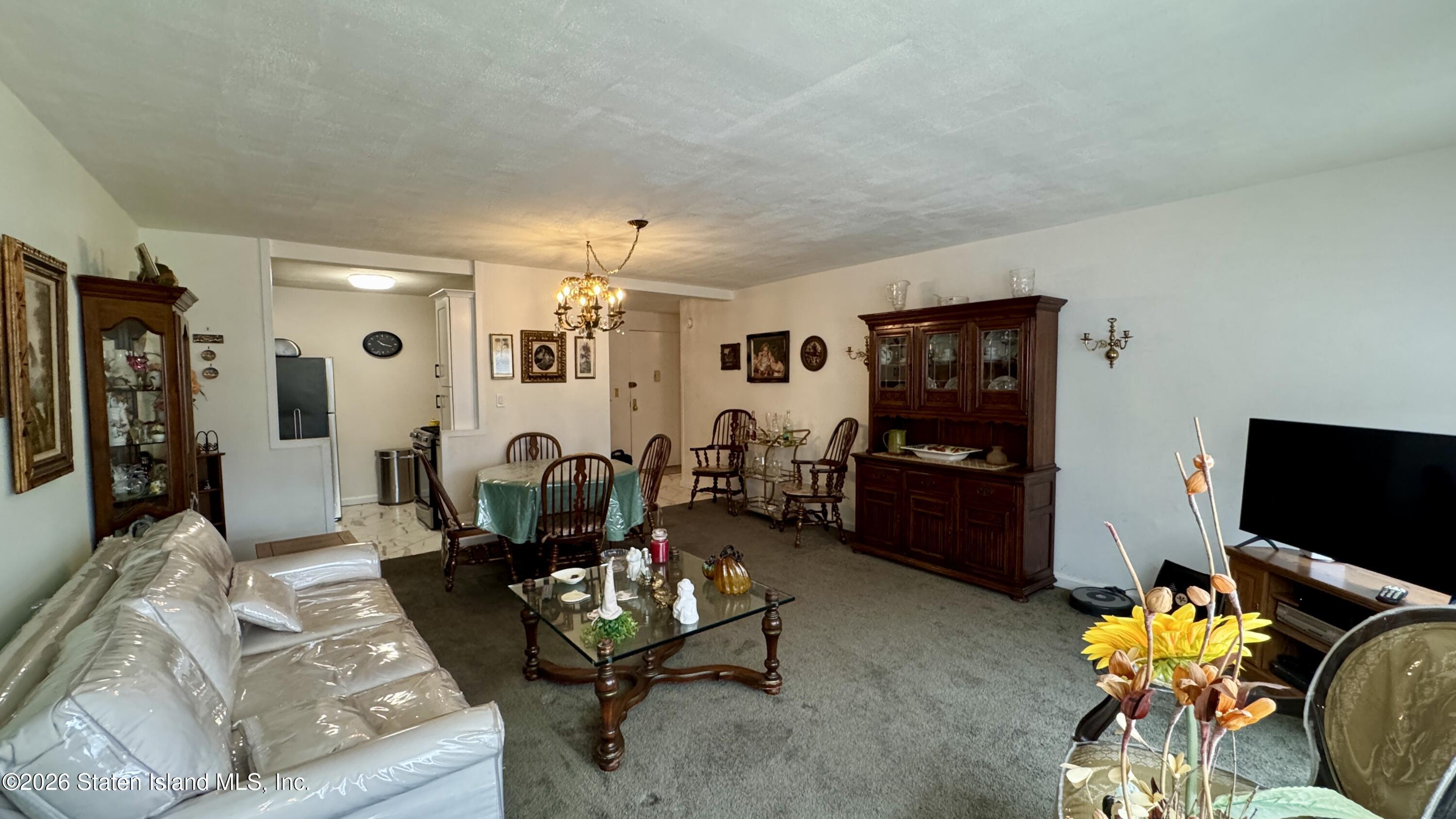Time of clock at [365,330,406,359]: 10:17
